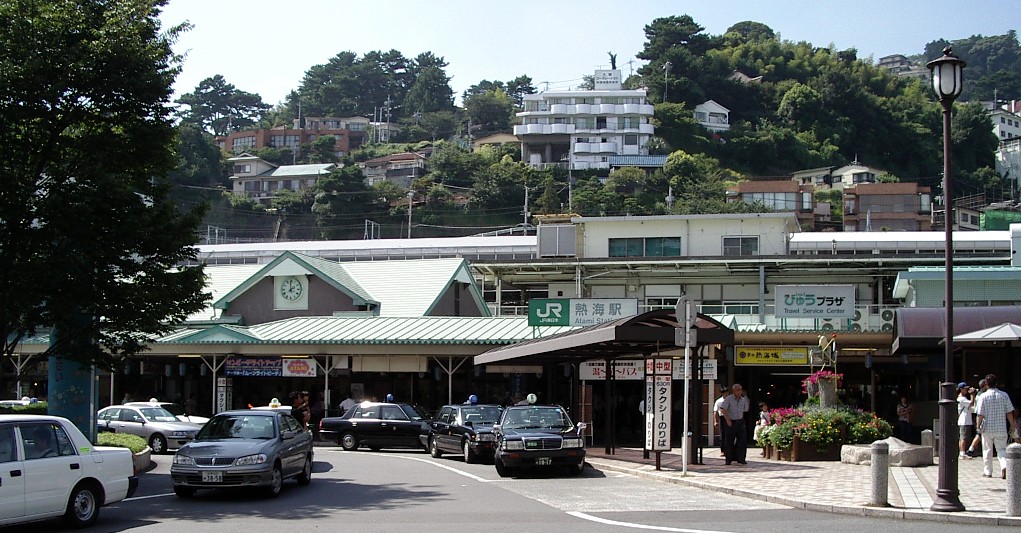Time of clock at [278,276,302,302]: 1:59
